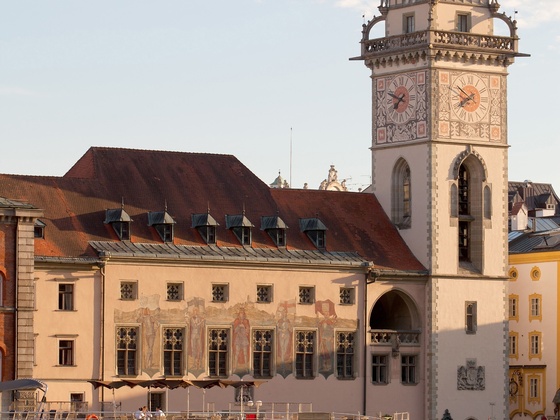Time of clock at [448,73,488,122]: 7:50
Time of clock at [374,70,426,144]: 7:49
